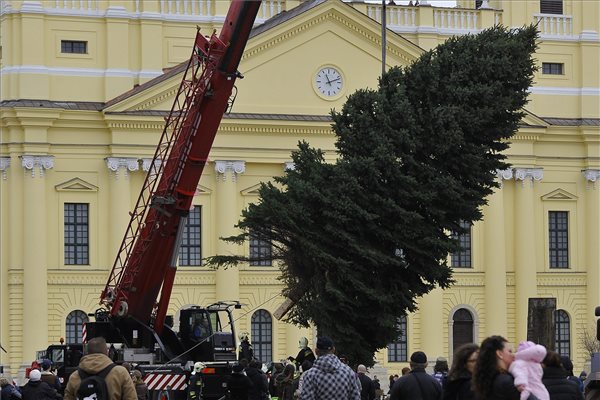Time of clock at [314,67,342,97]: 11:11
